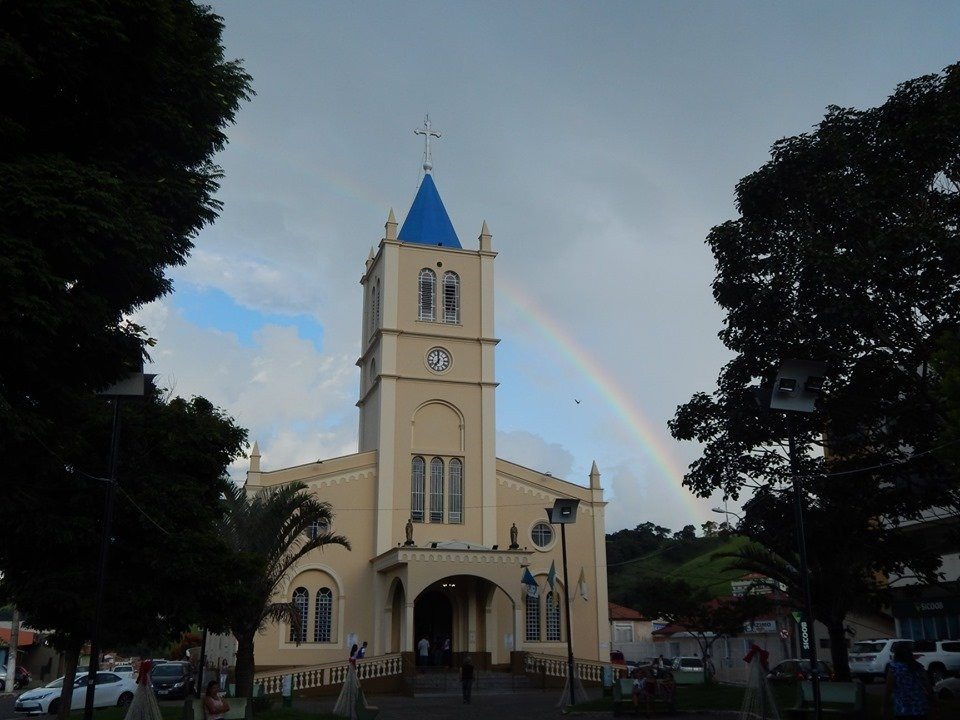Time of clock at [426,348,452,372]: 6:59
